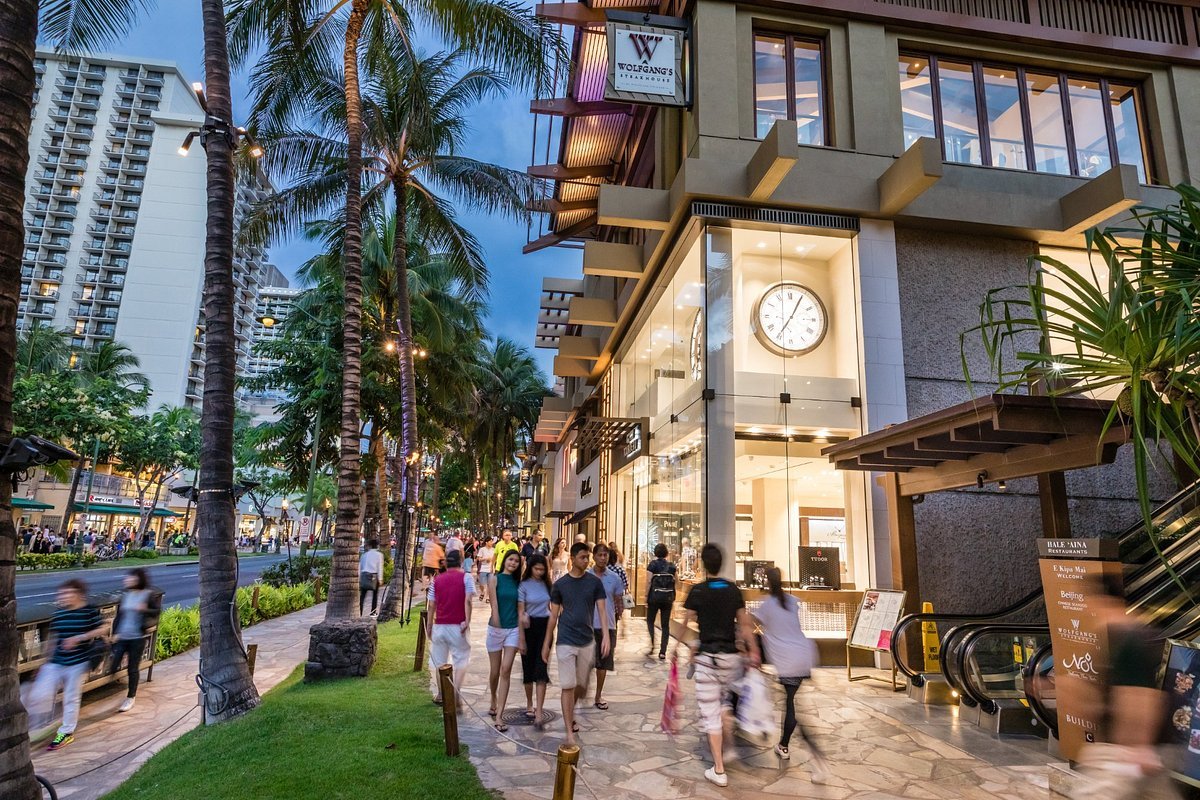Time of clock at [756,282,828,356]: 7:04
